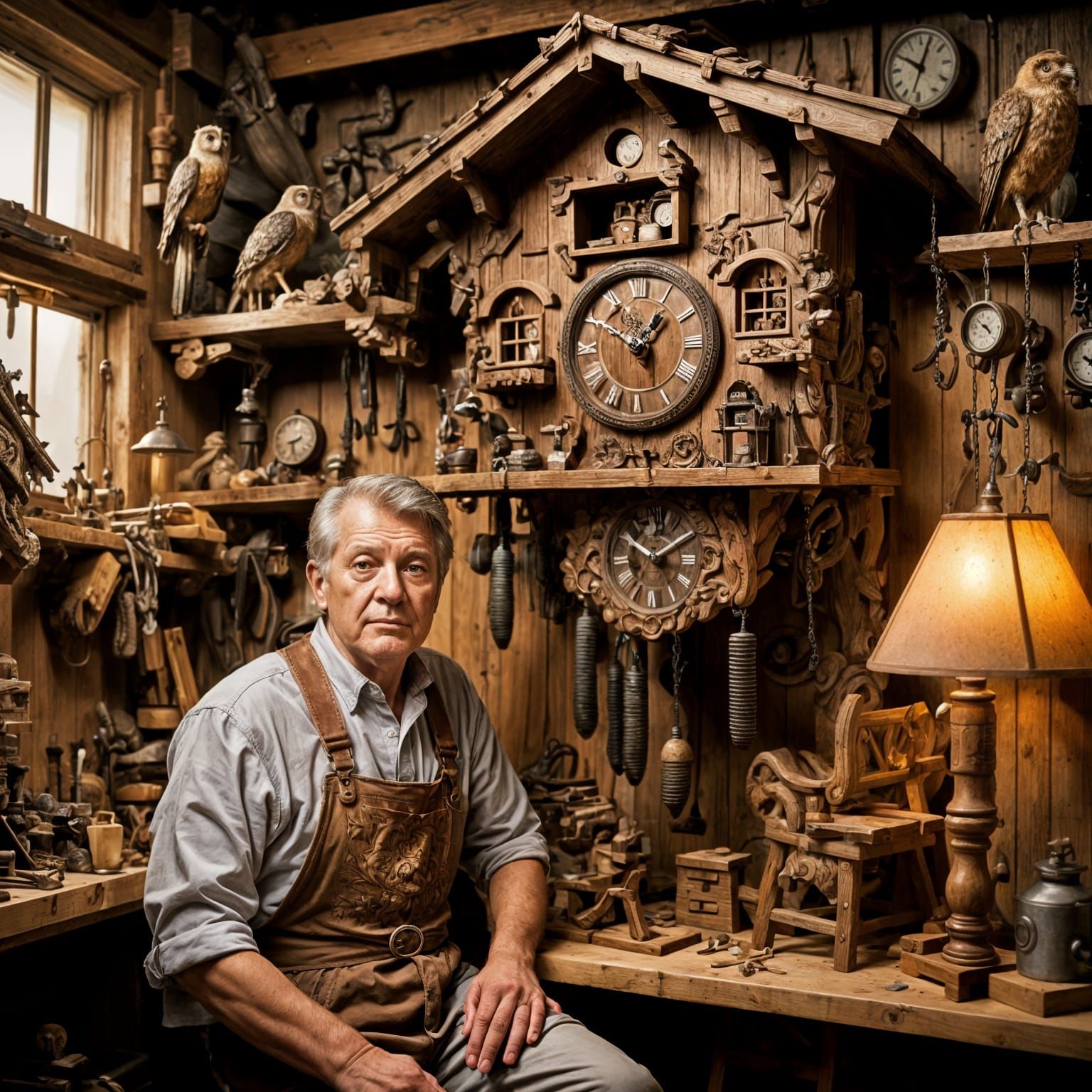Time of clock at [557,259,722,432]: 12:50
